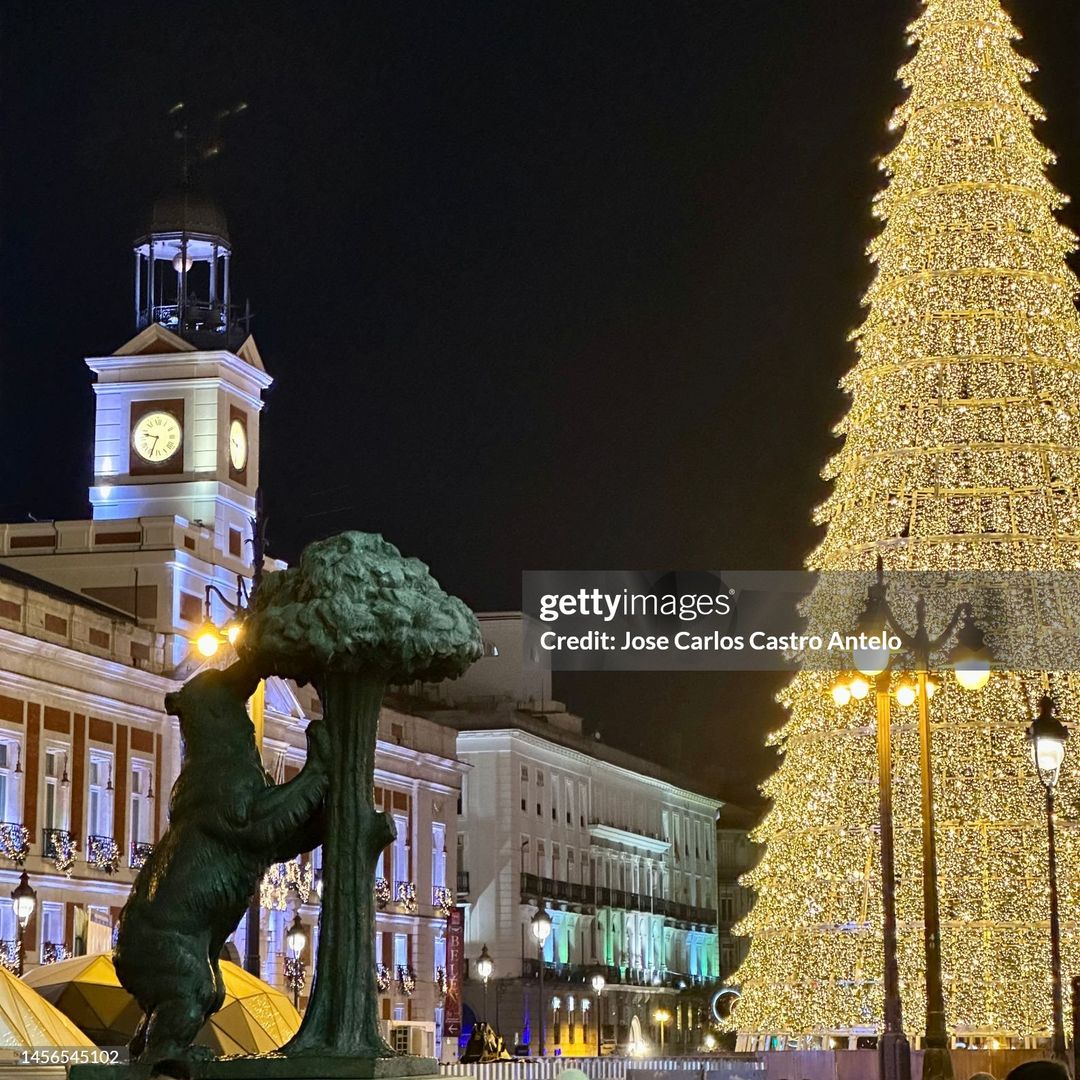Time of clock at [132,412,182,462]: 9:34
